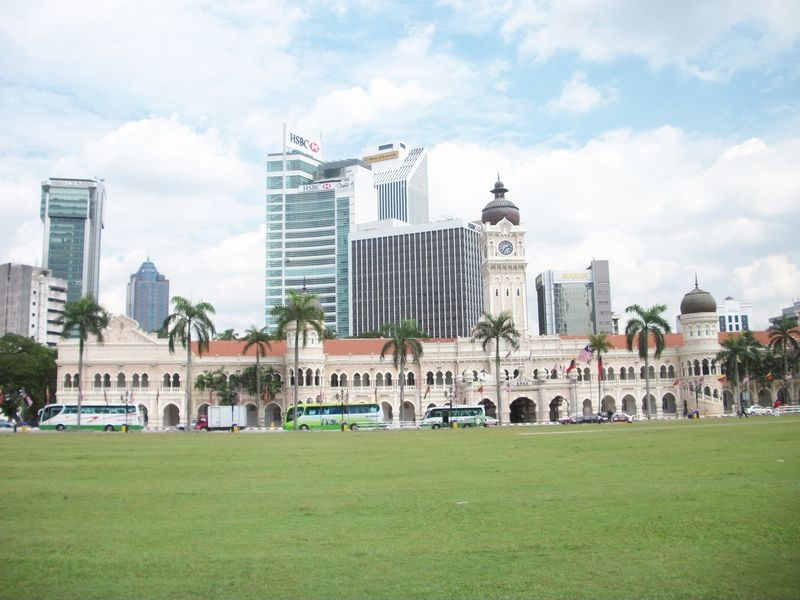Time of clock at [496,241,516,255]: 7:12
